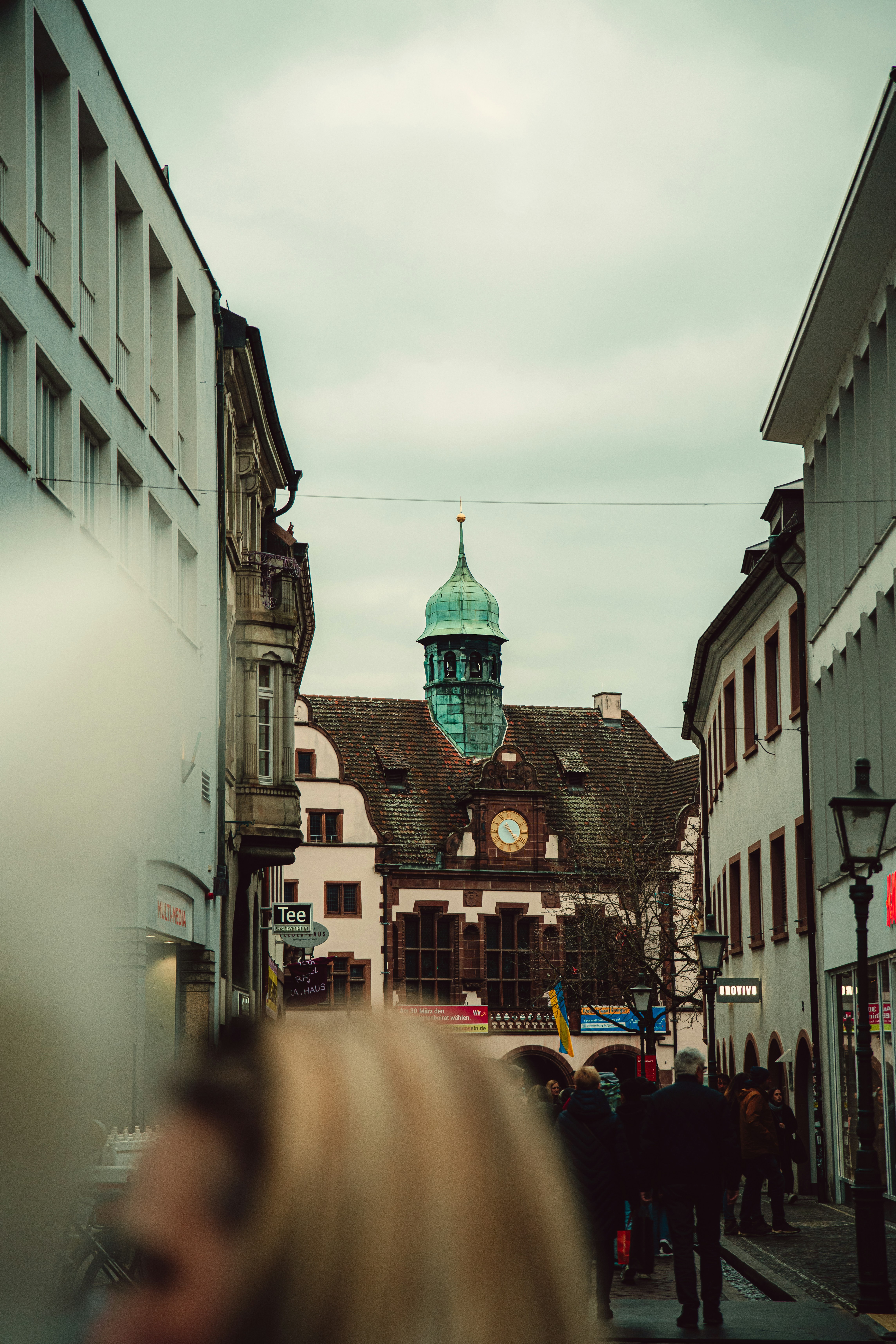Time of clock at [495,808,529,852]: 10:24
